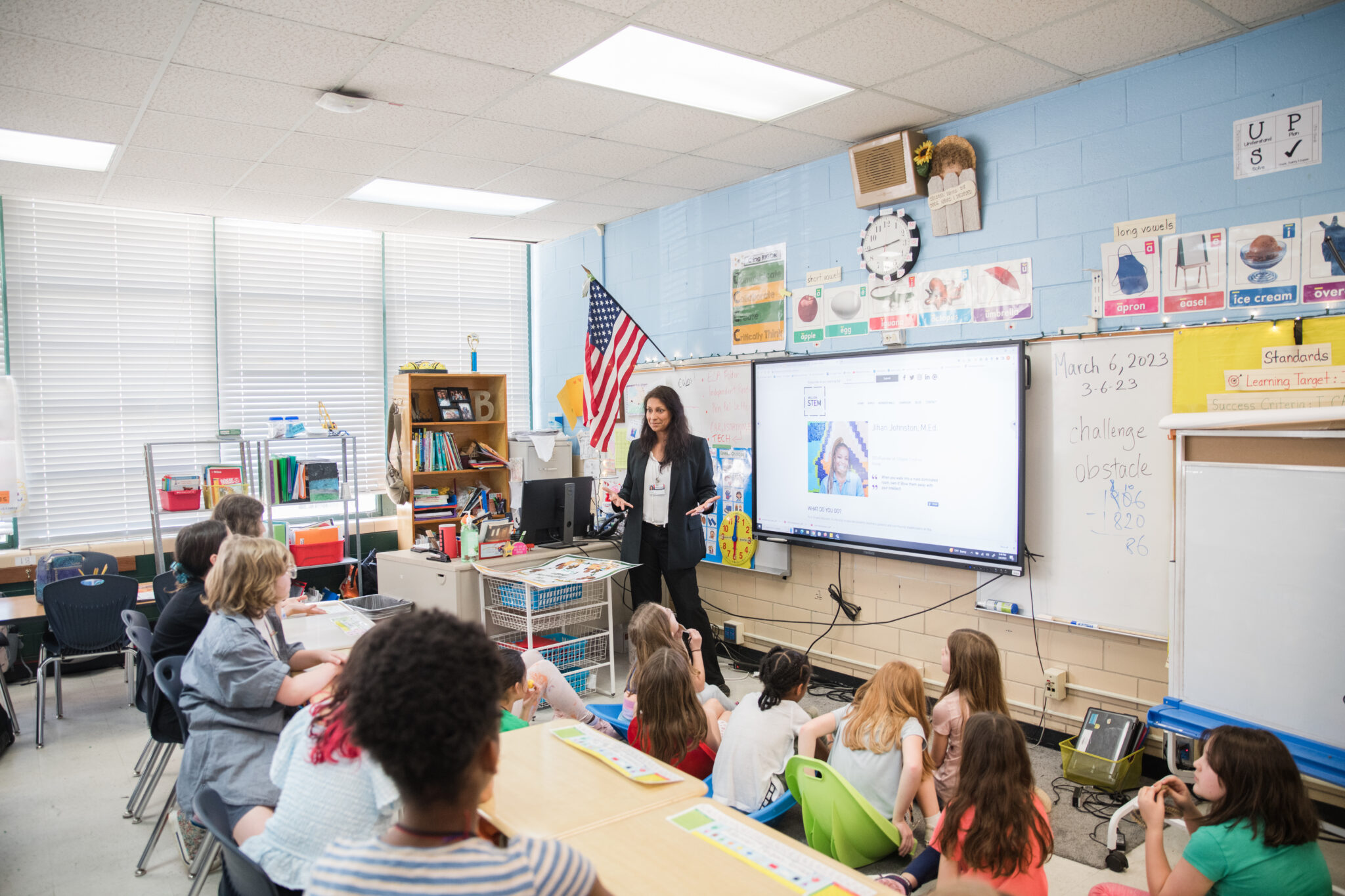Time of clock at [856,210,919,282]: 2:43
